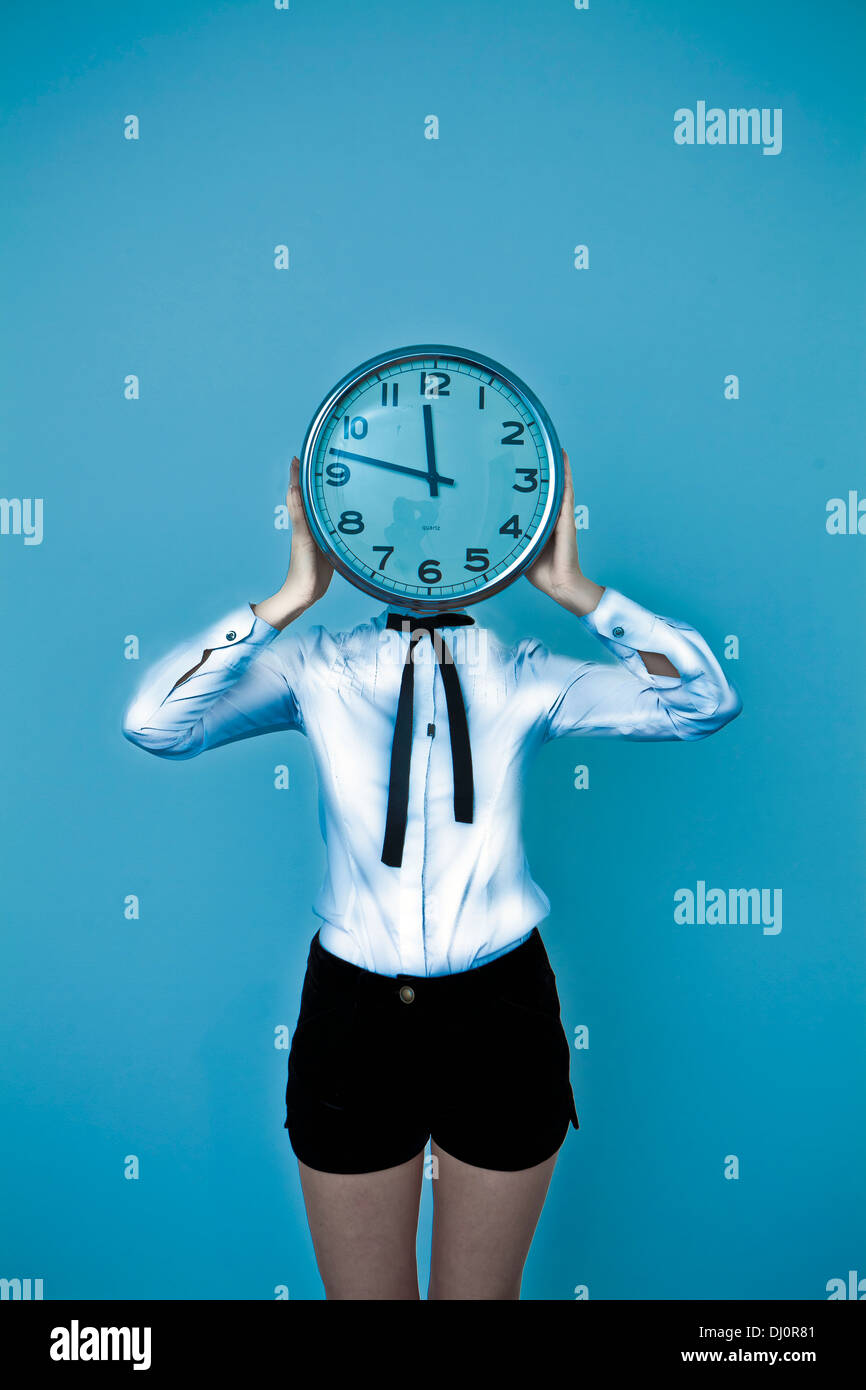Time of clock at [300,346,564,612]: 11:47
